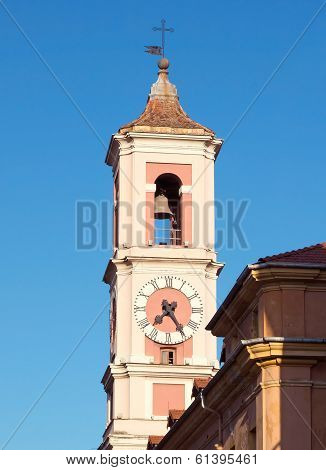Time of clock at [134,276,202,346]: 7:24
